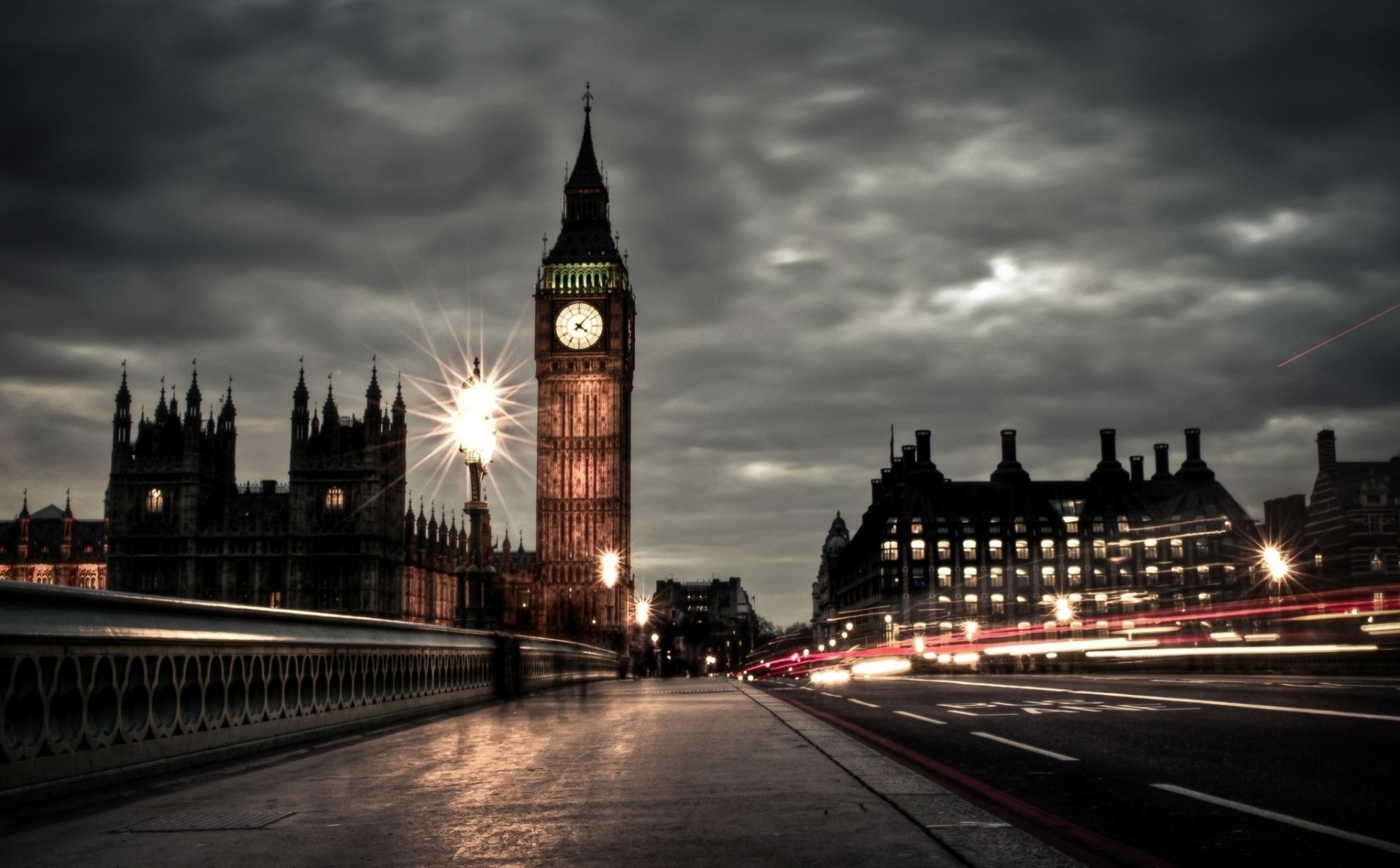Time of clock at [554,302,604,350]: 4:07
